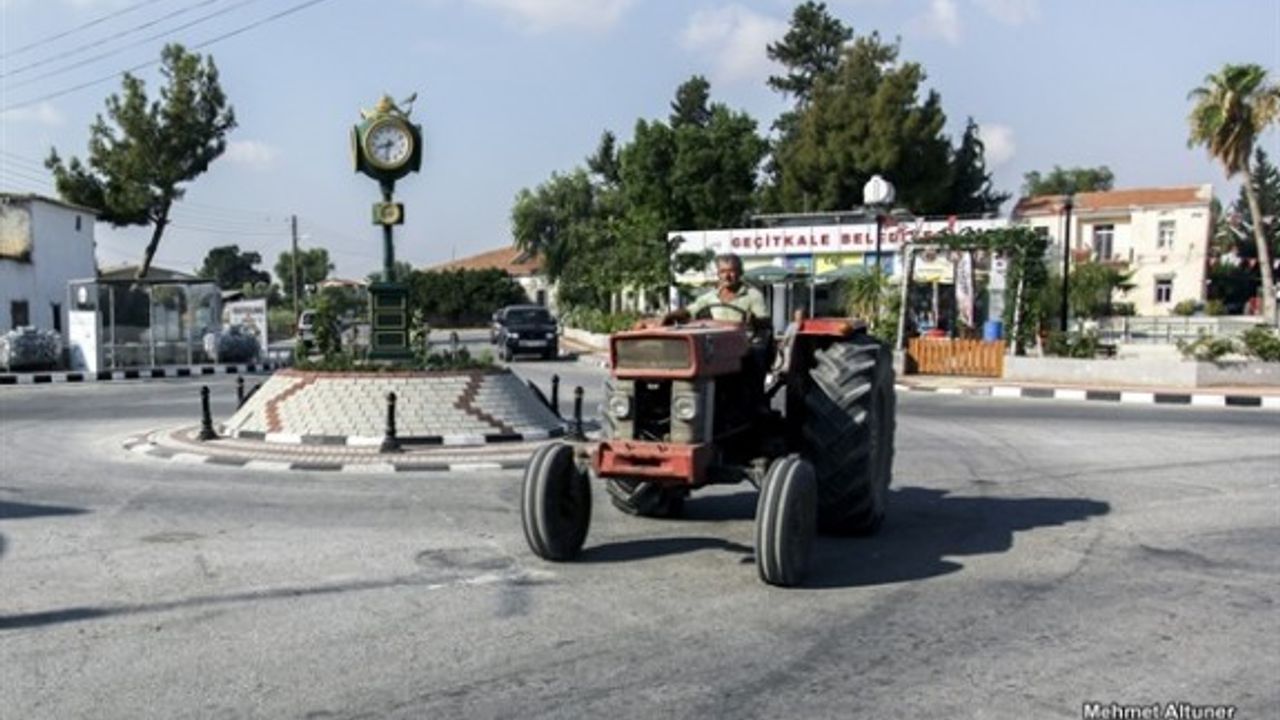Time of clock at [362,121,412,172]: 8:32
